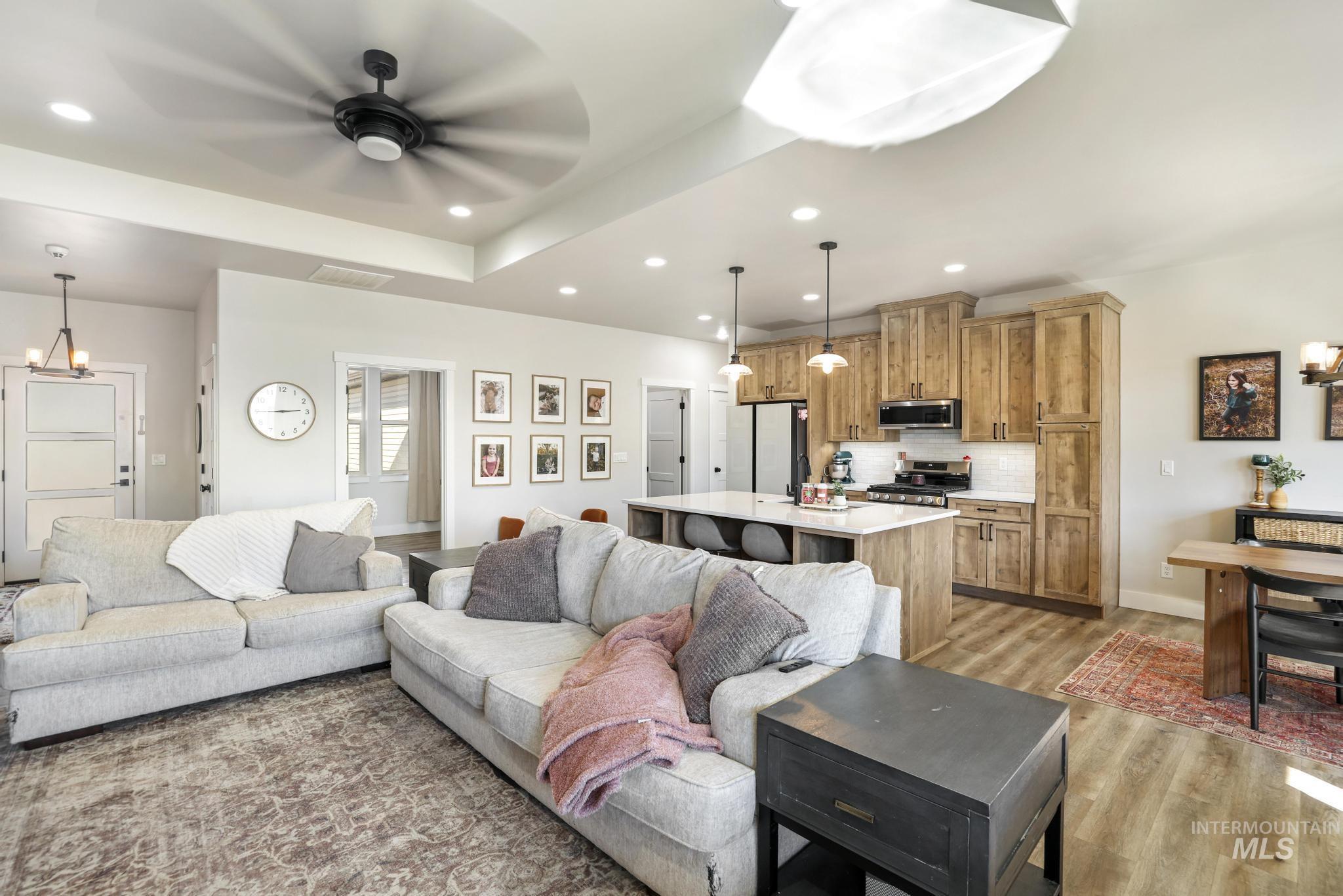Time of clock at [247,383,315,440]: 2:45
